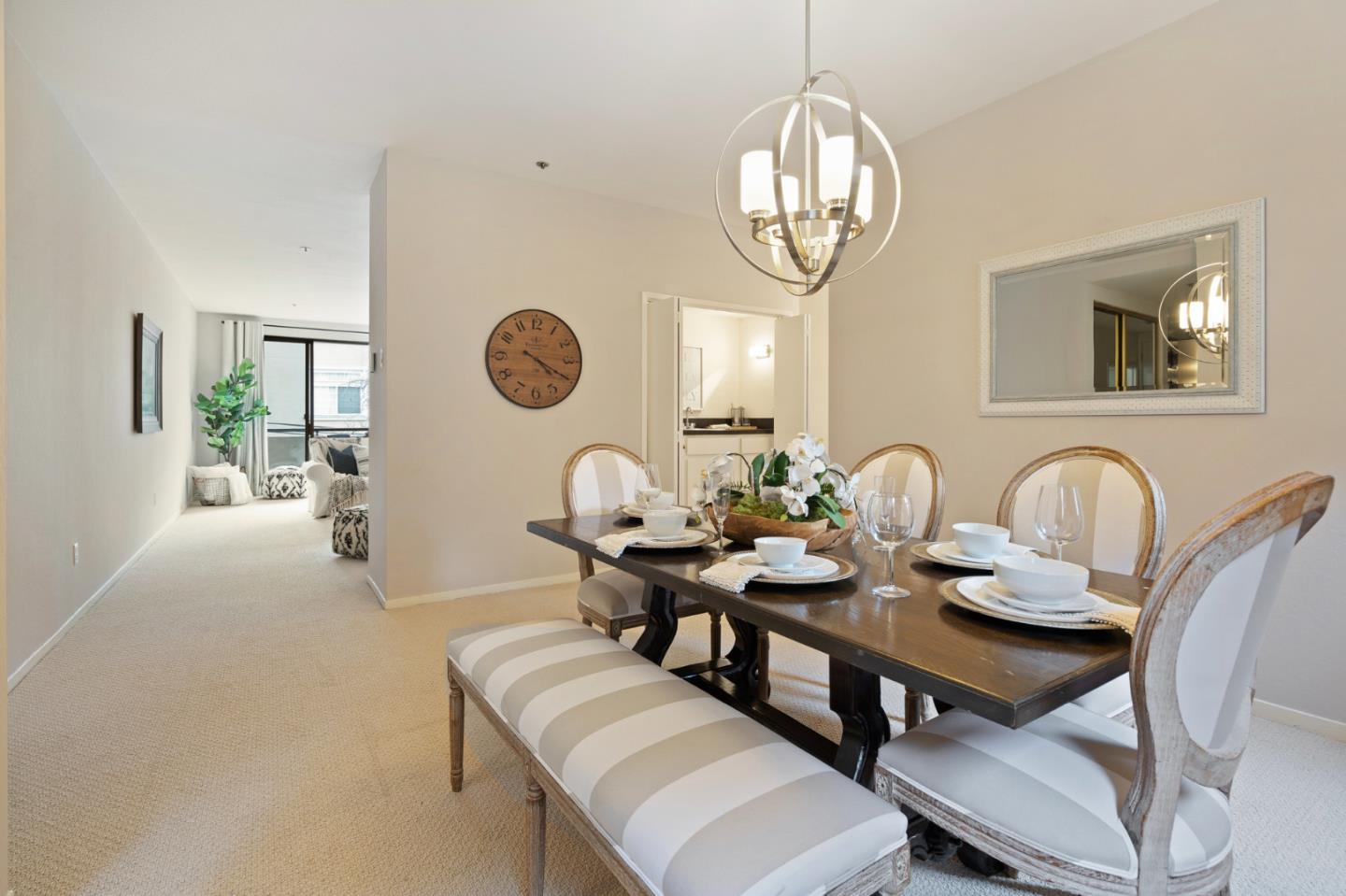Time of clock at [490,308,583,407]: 4:19
